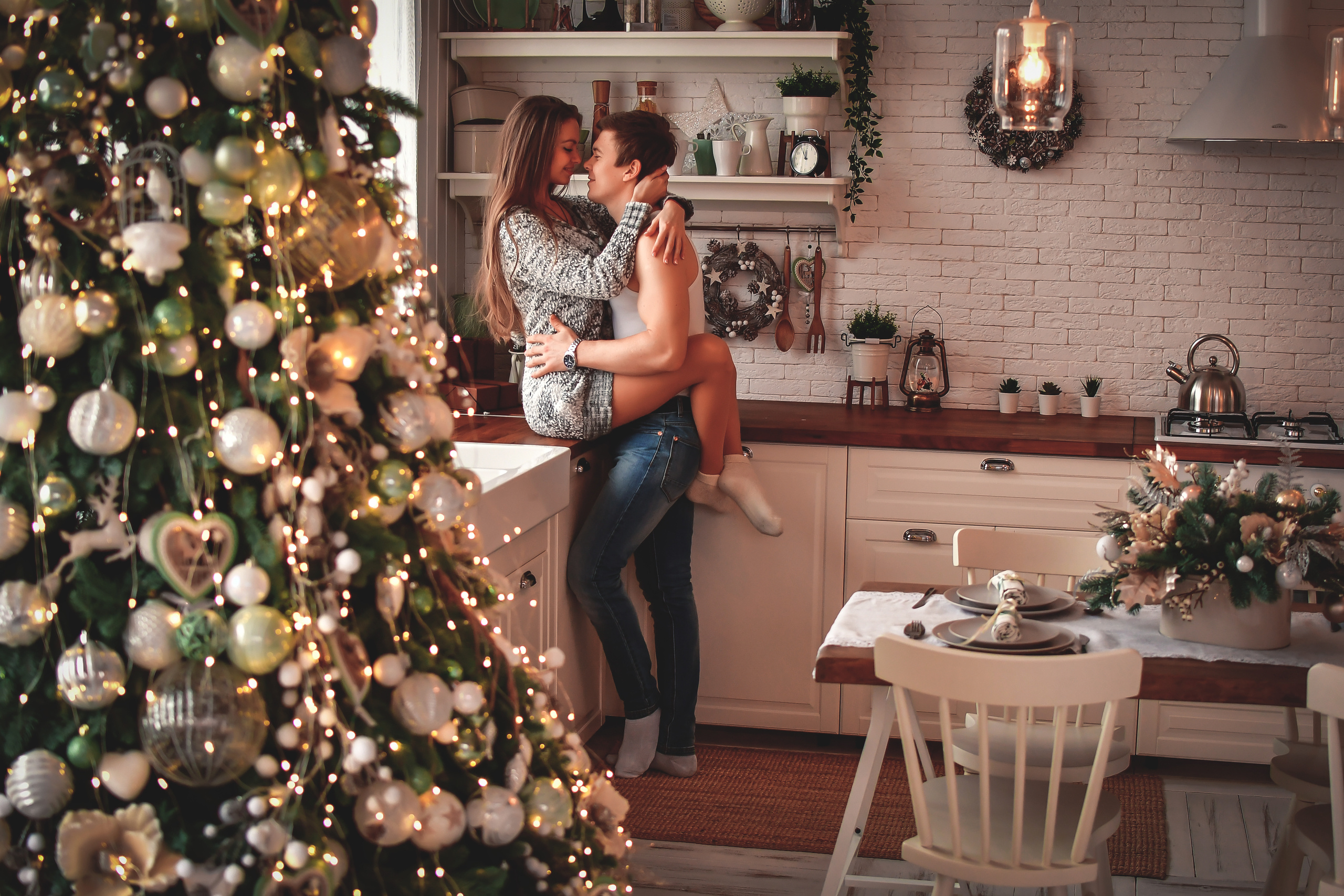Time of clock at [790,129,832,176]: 11:55
